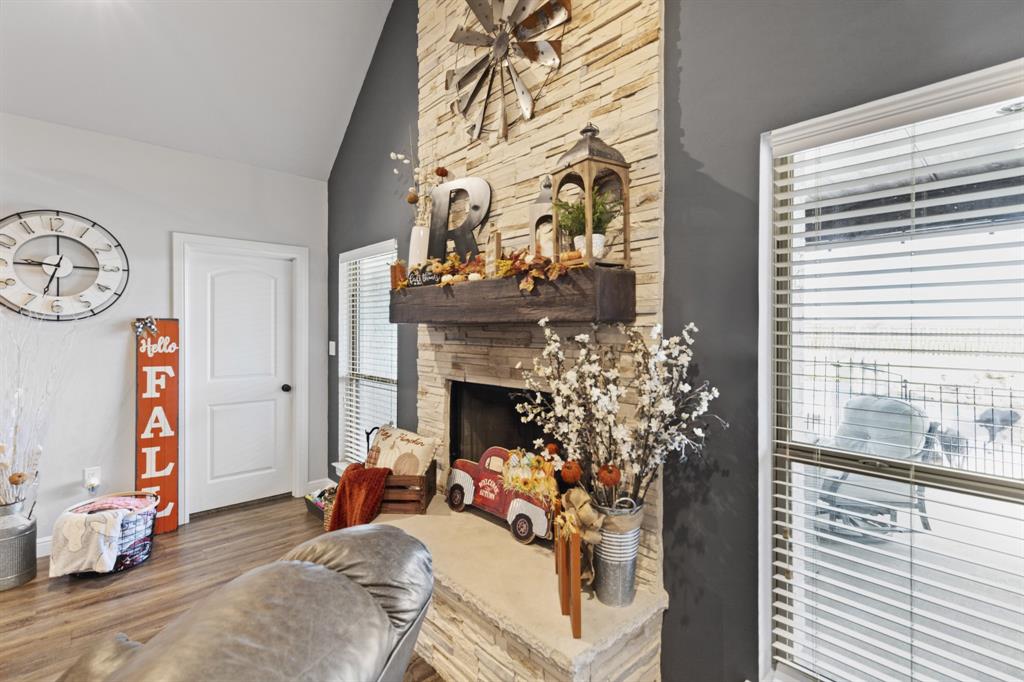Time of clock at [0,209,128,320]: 6:44
